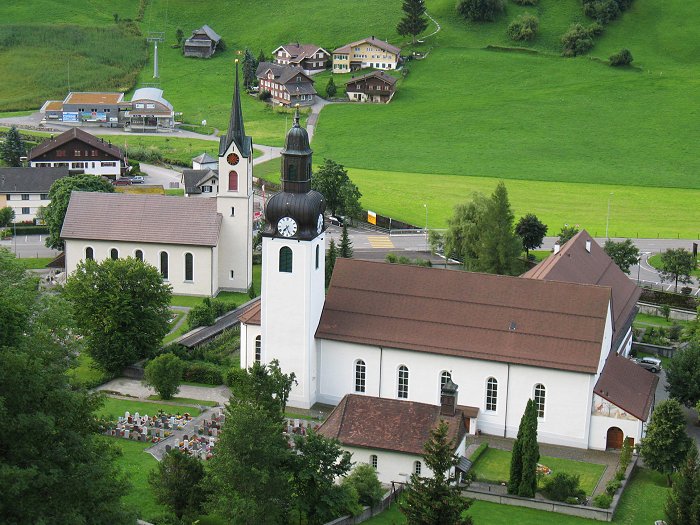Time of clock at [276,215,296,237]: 7:26
